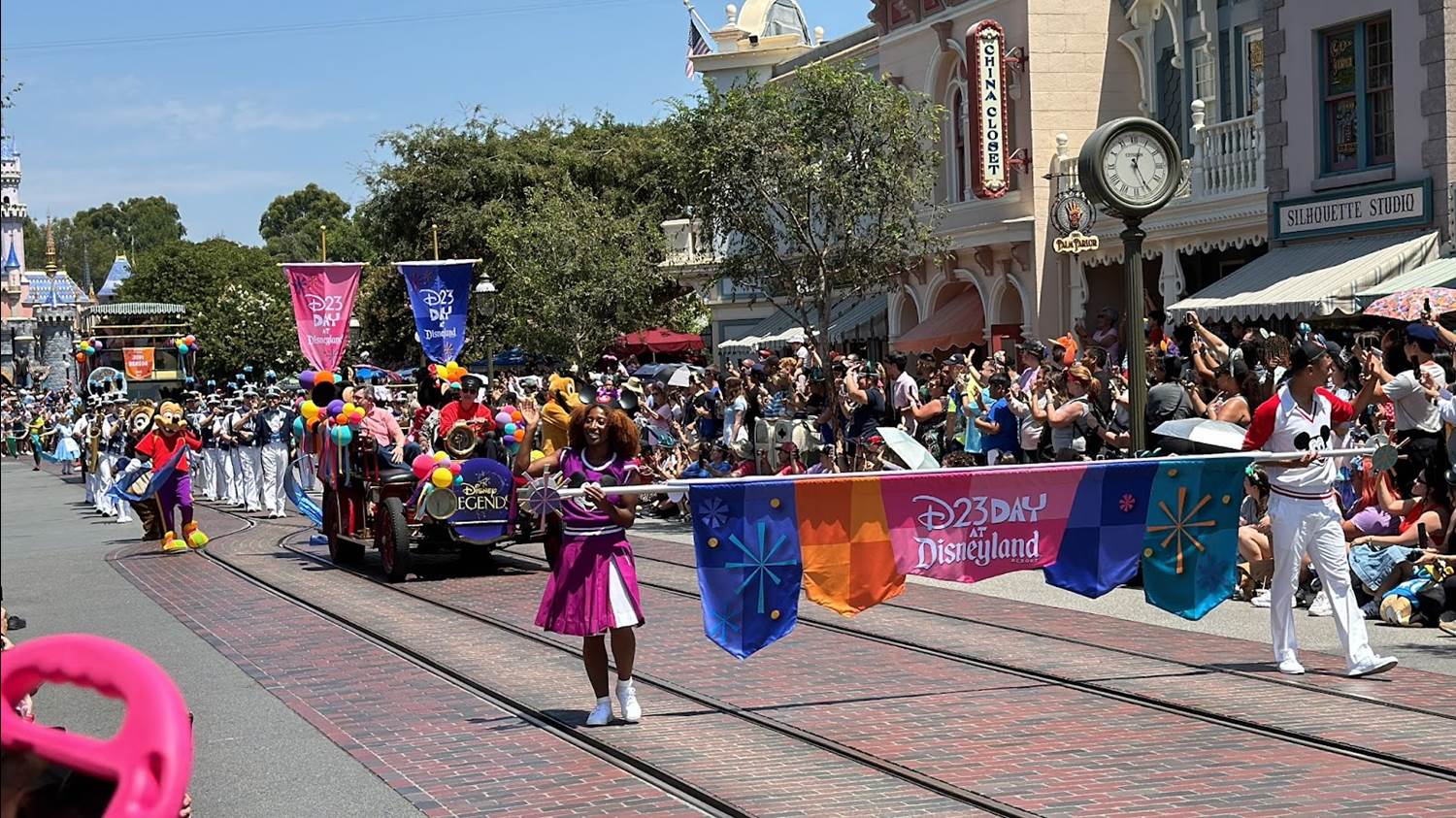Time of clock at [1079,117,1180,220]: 12:25
